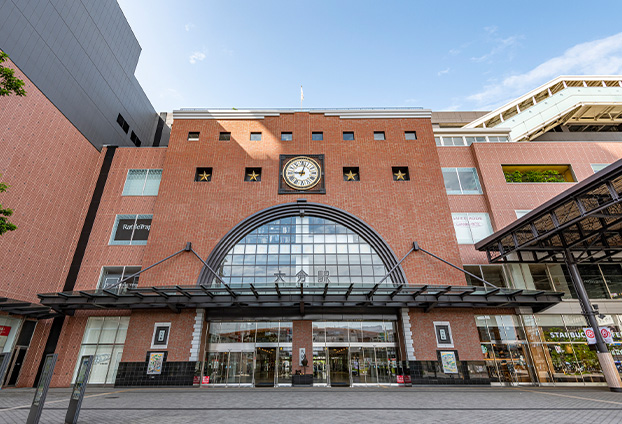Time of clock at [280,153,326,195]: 9:02
